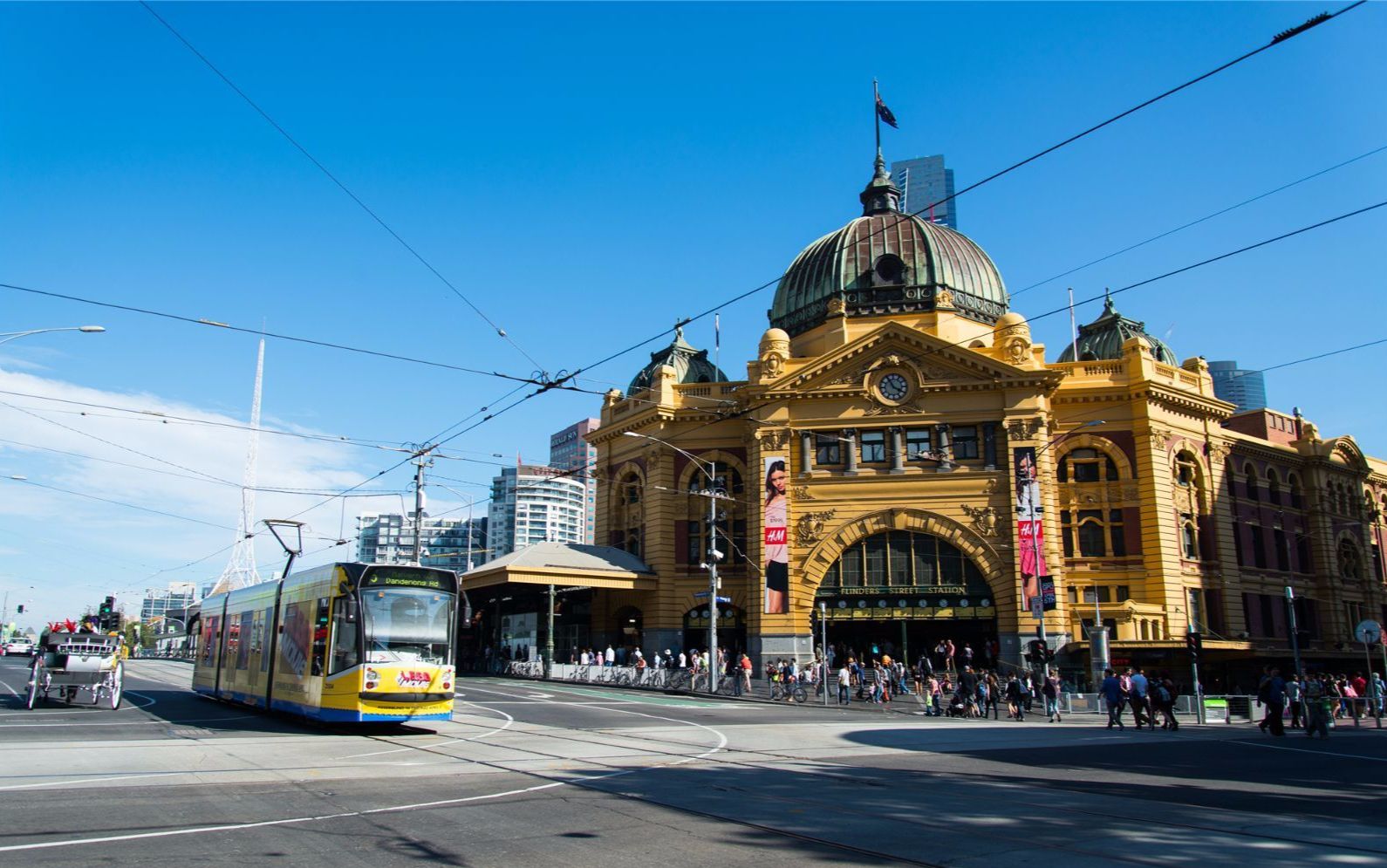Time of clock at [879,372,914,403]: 3:55
